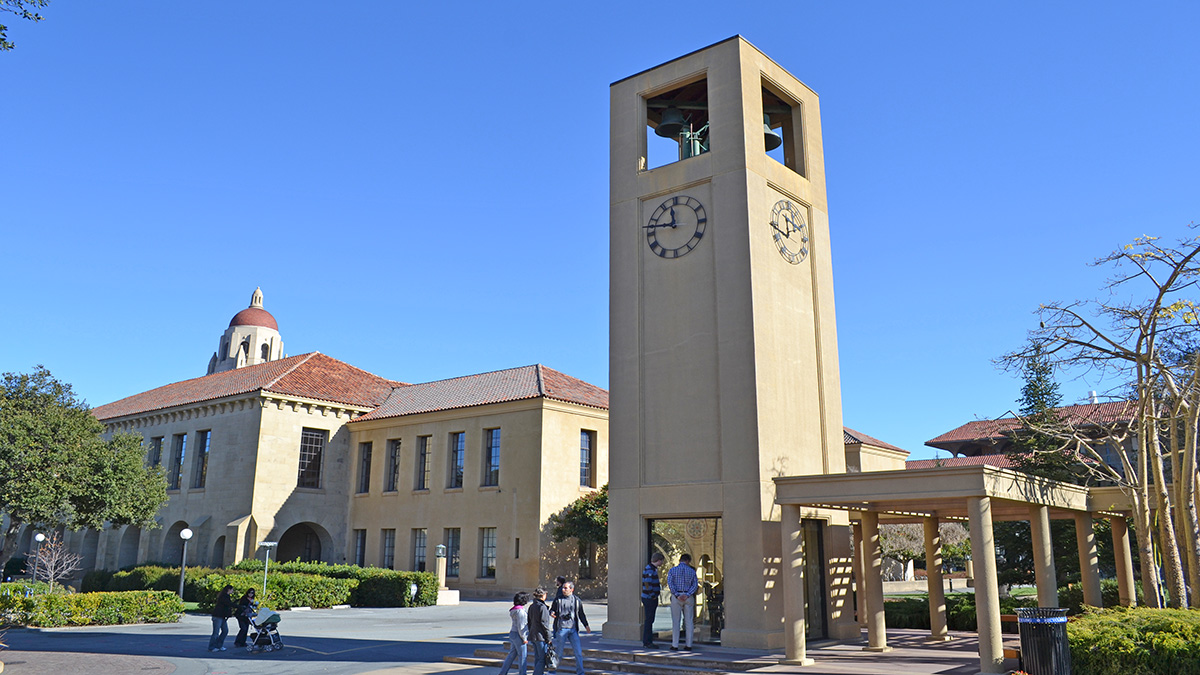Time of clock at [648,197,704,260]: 11:46
